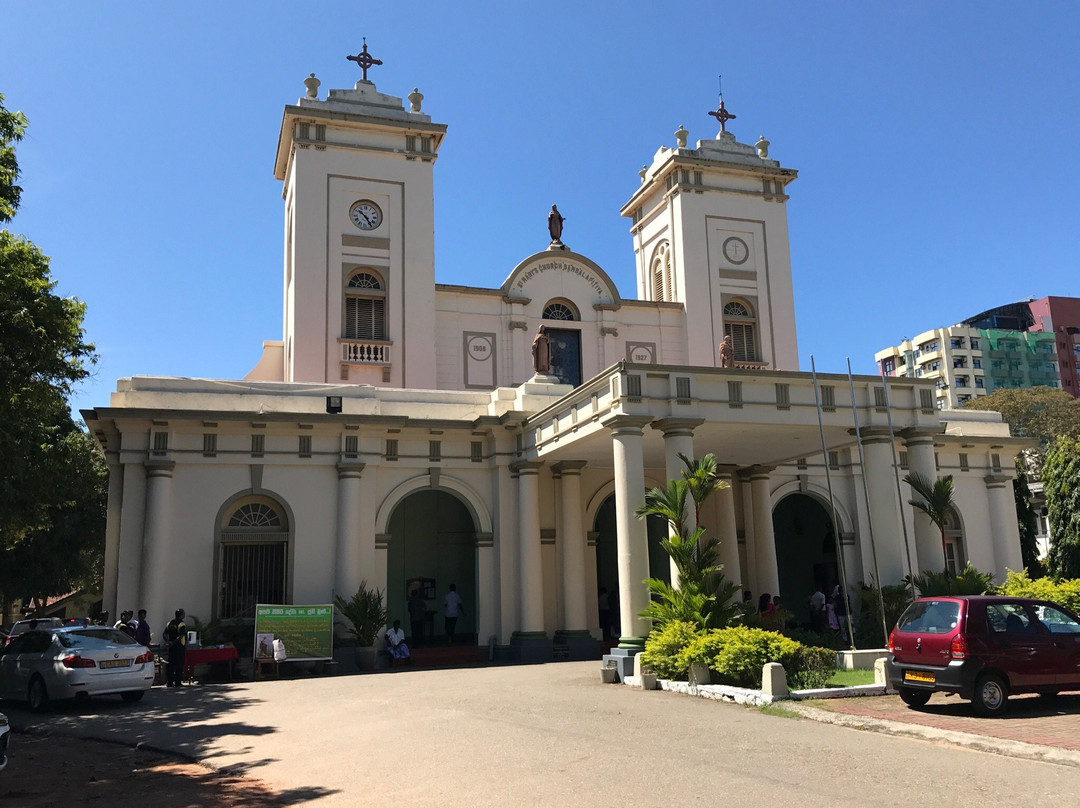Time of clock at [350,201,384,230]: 10:24
